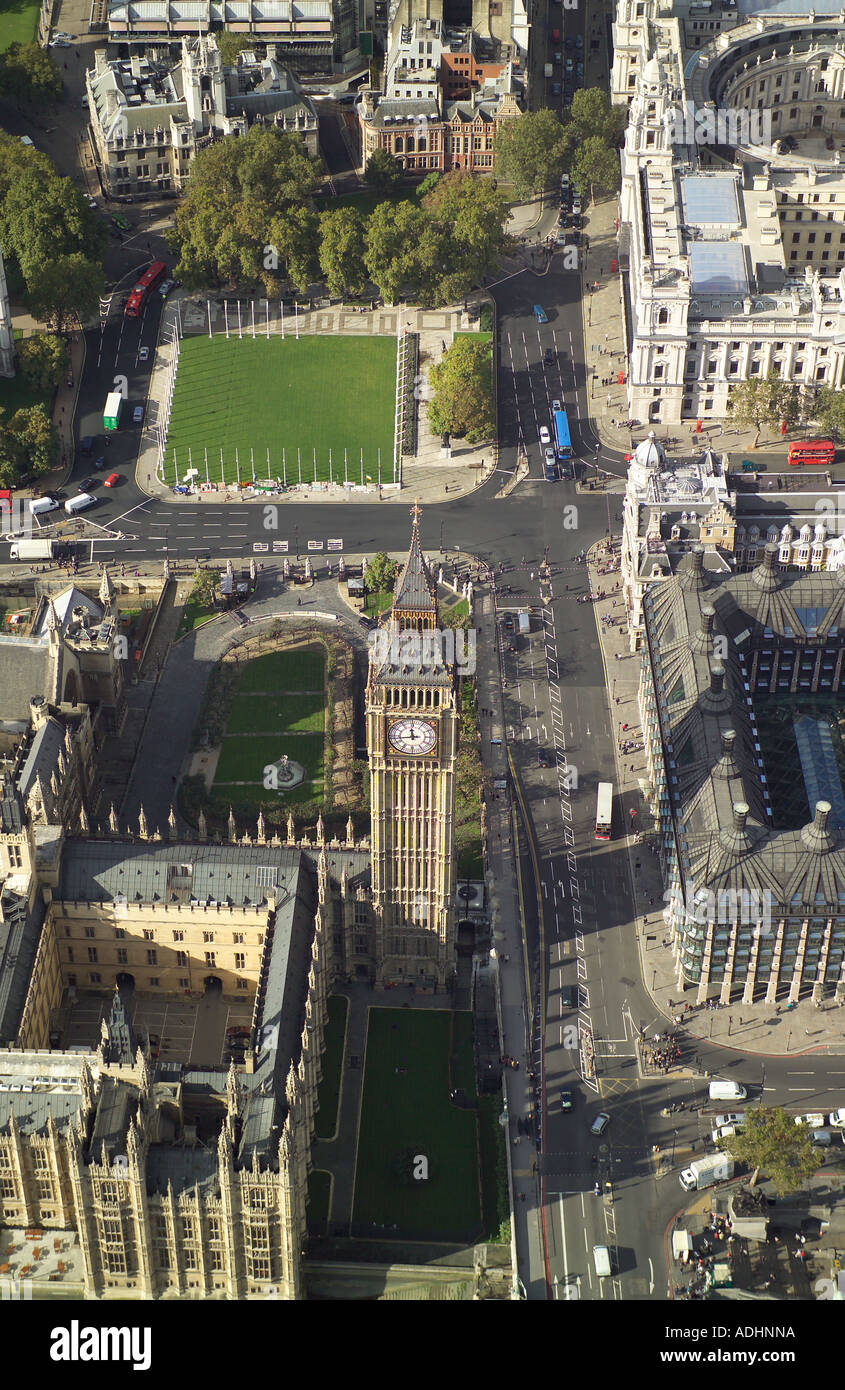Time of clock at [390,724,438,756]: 11:43
